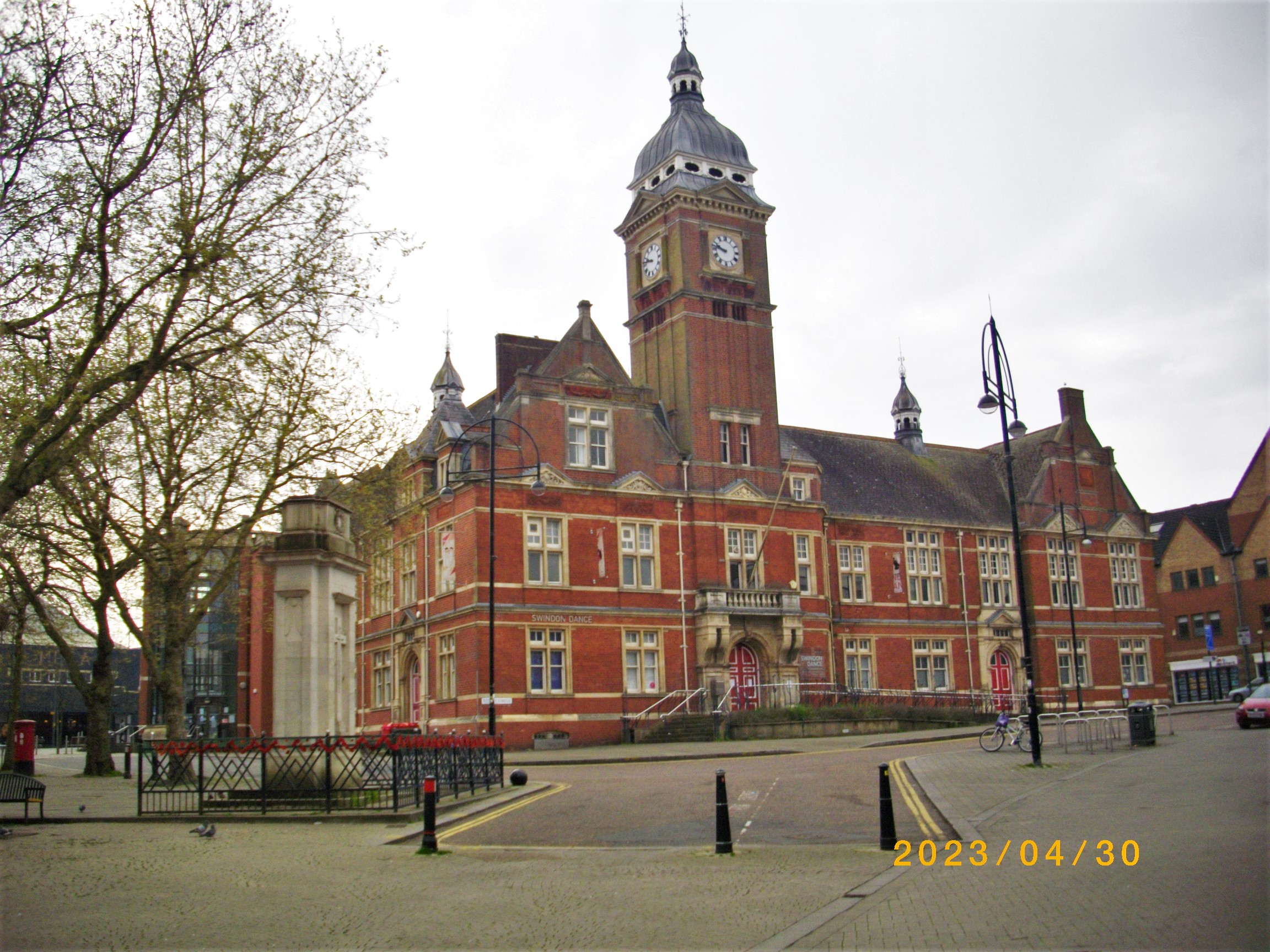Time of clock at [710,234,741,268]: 9:47
